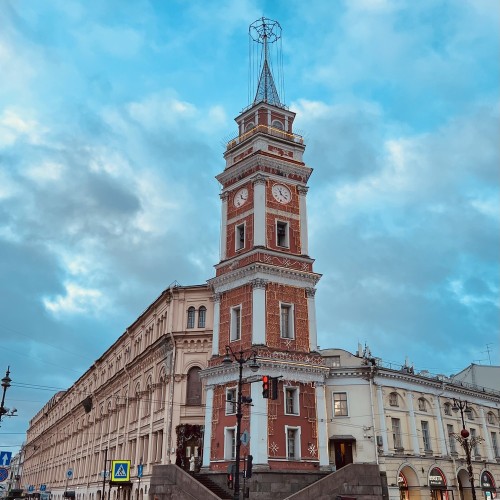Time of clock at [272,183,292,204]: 11:21
